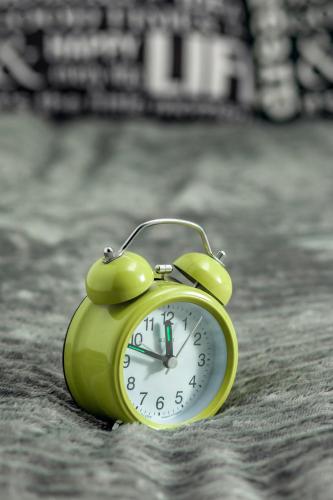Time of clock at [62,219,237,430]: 11:48
